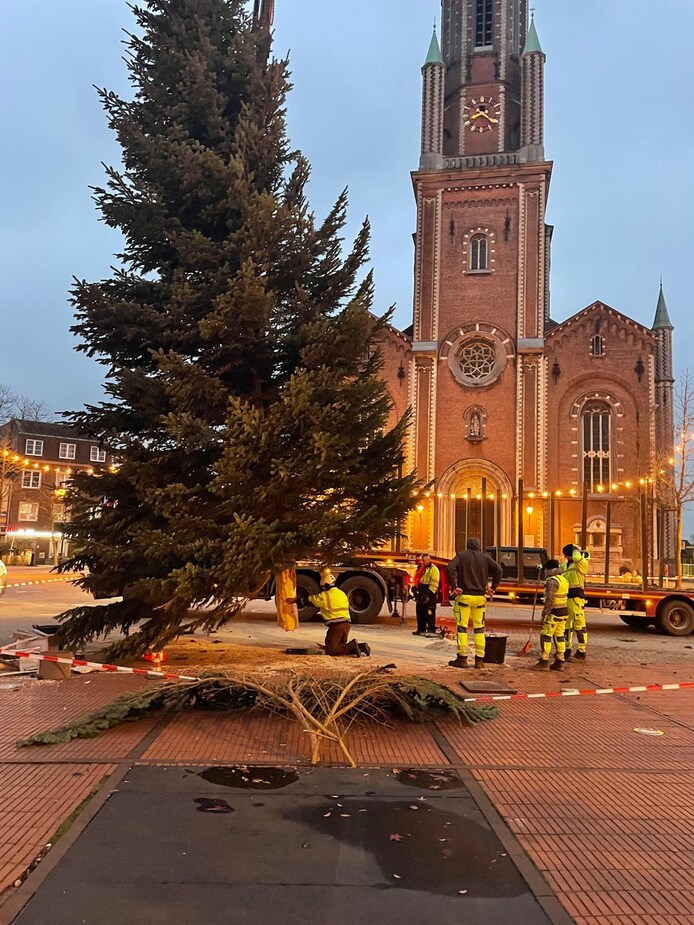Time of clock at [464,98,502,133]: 8:21
